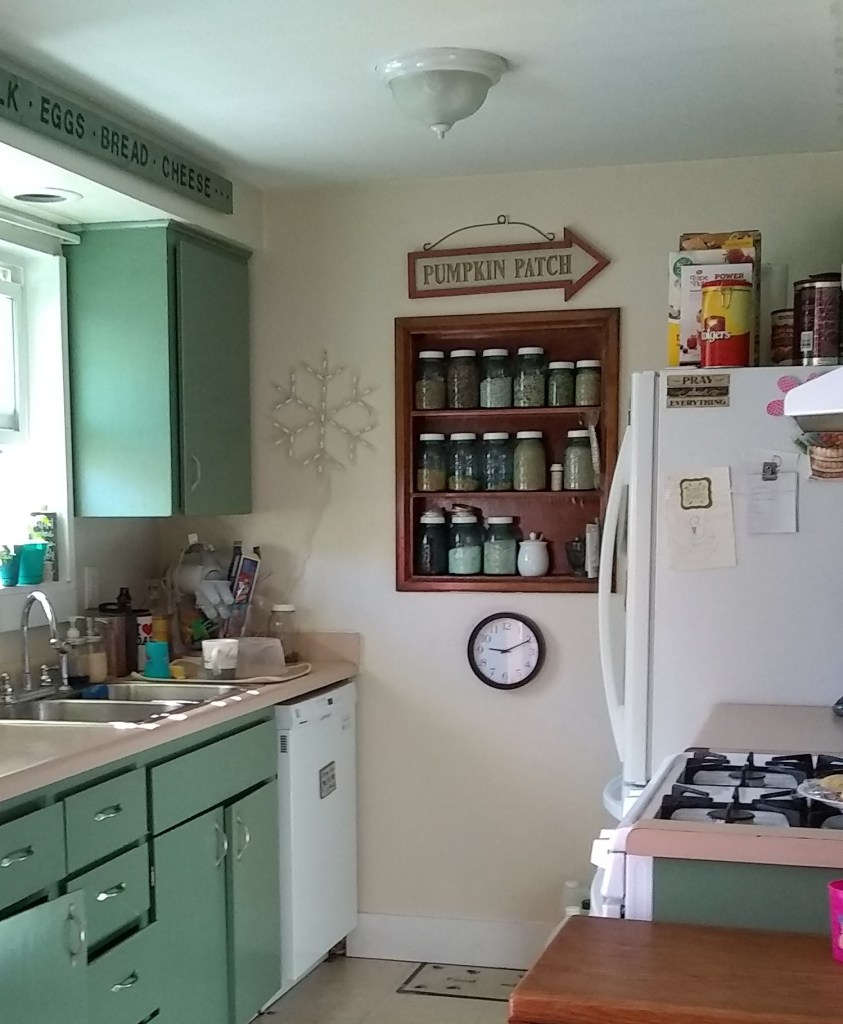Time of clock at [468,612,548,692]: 9:10
